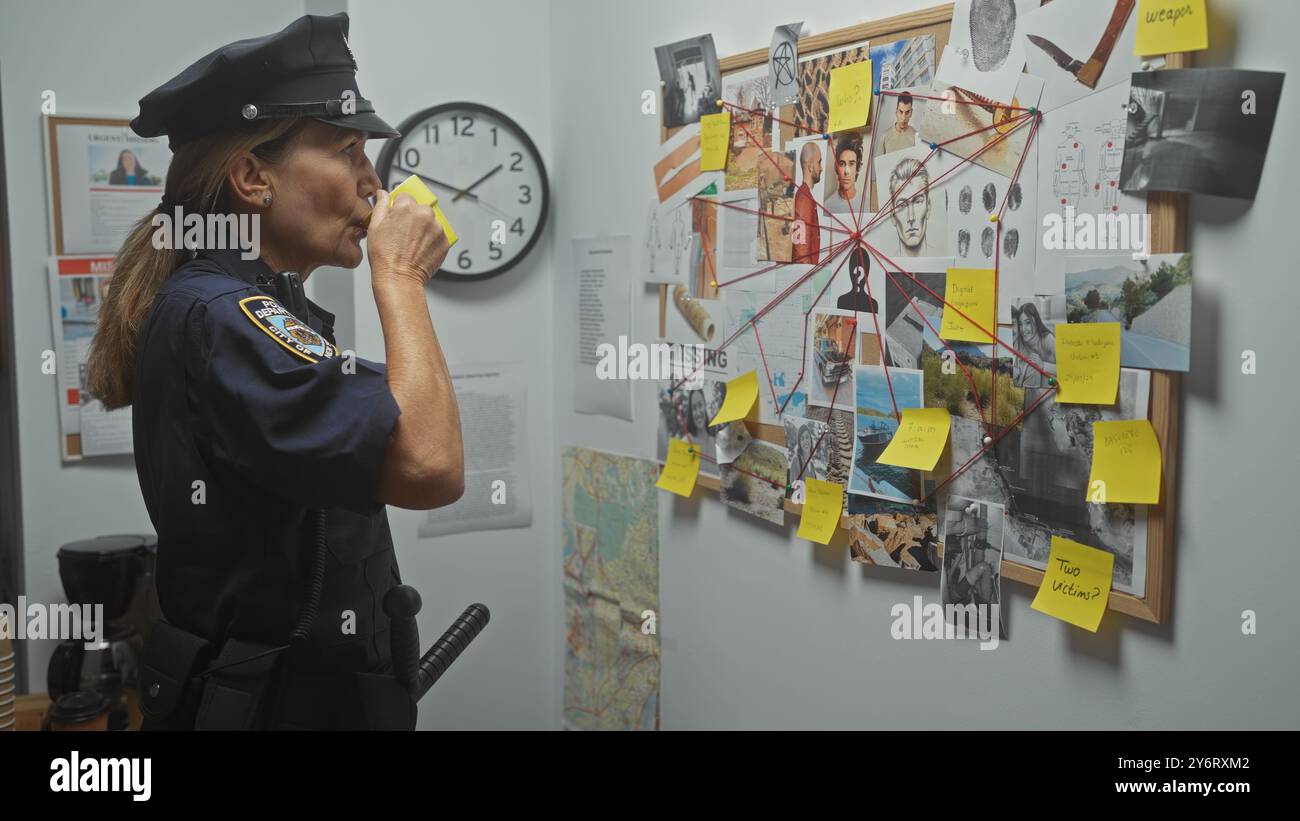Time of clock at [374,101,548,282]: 1:48
